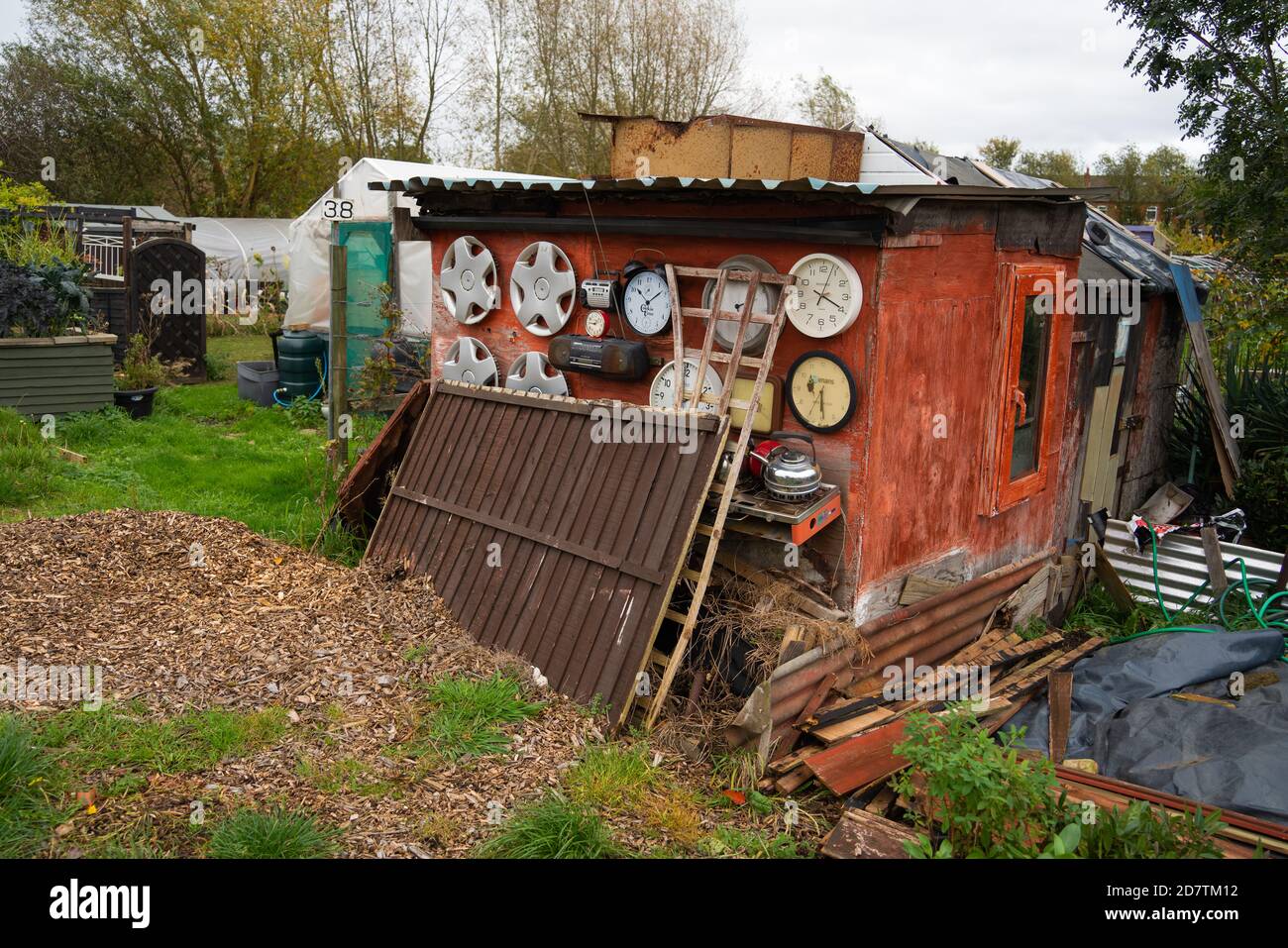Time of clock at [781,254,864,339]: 4:03
